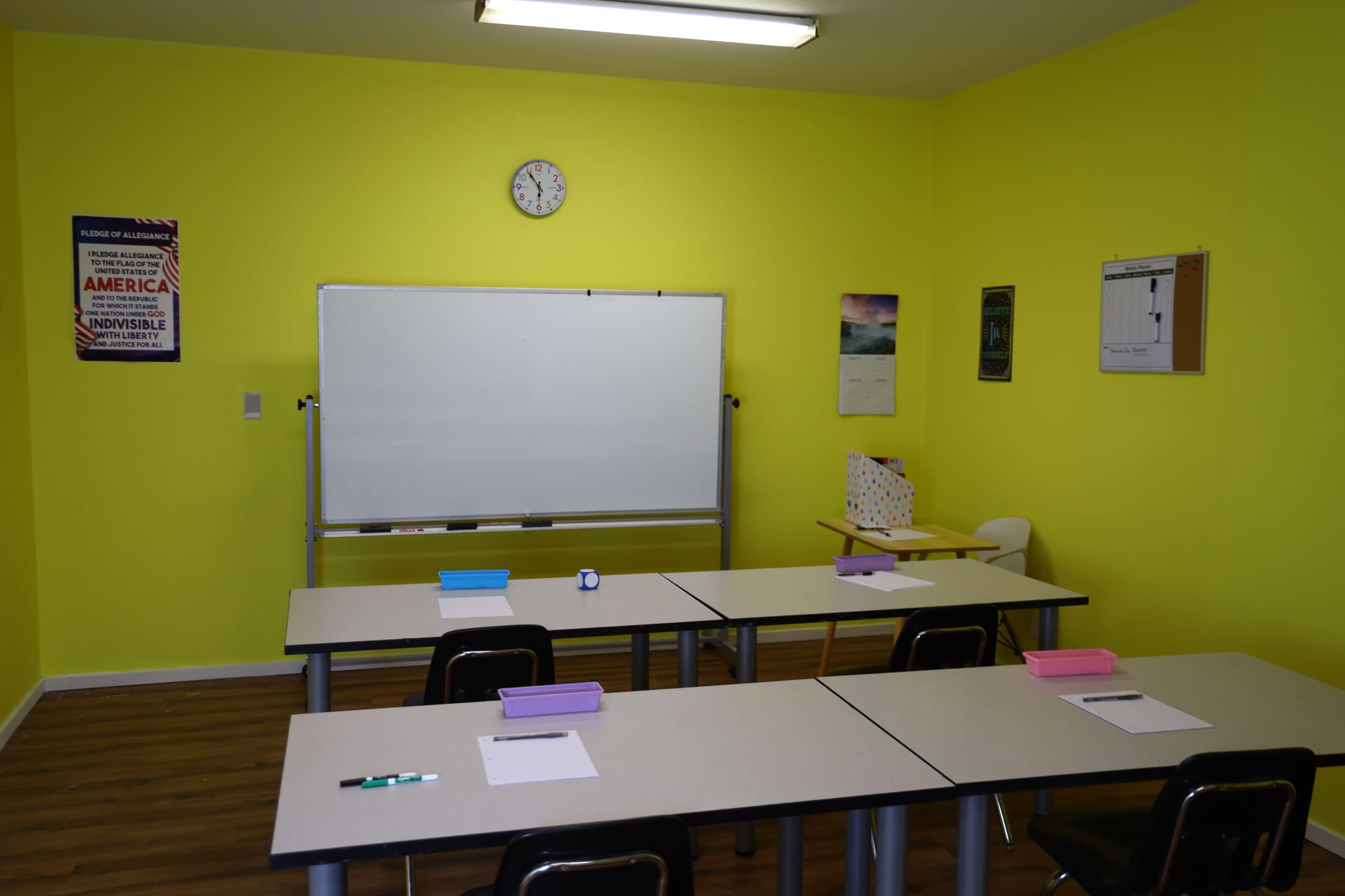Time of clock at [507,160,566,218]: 5:54
